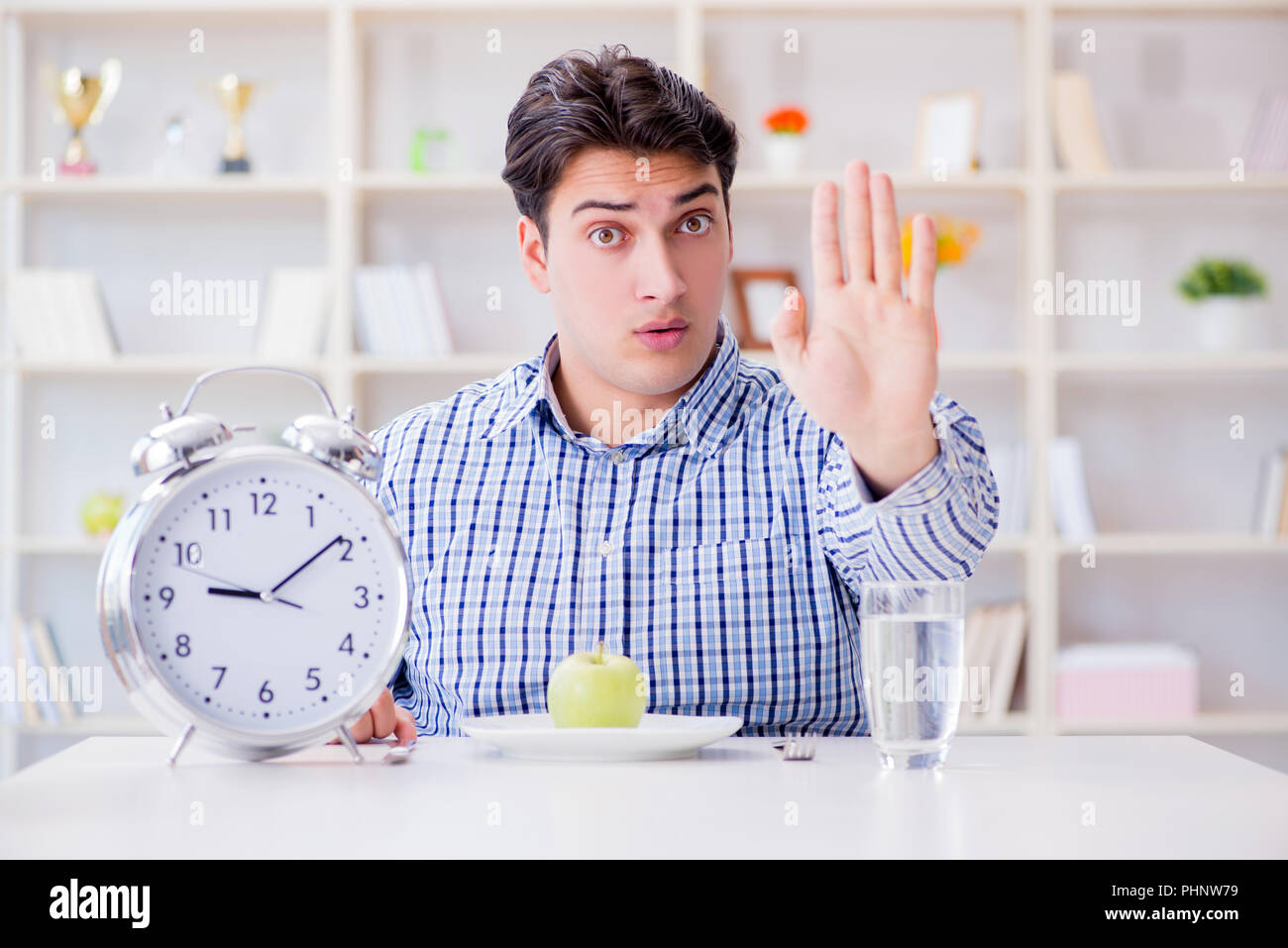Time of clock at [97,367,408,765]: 9:09
